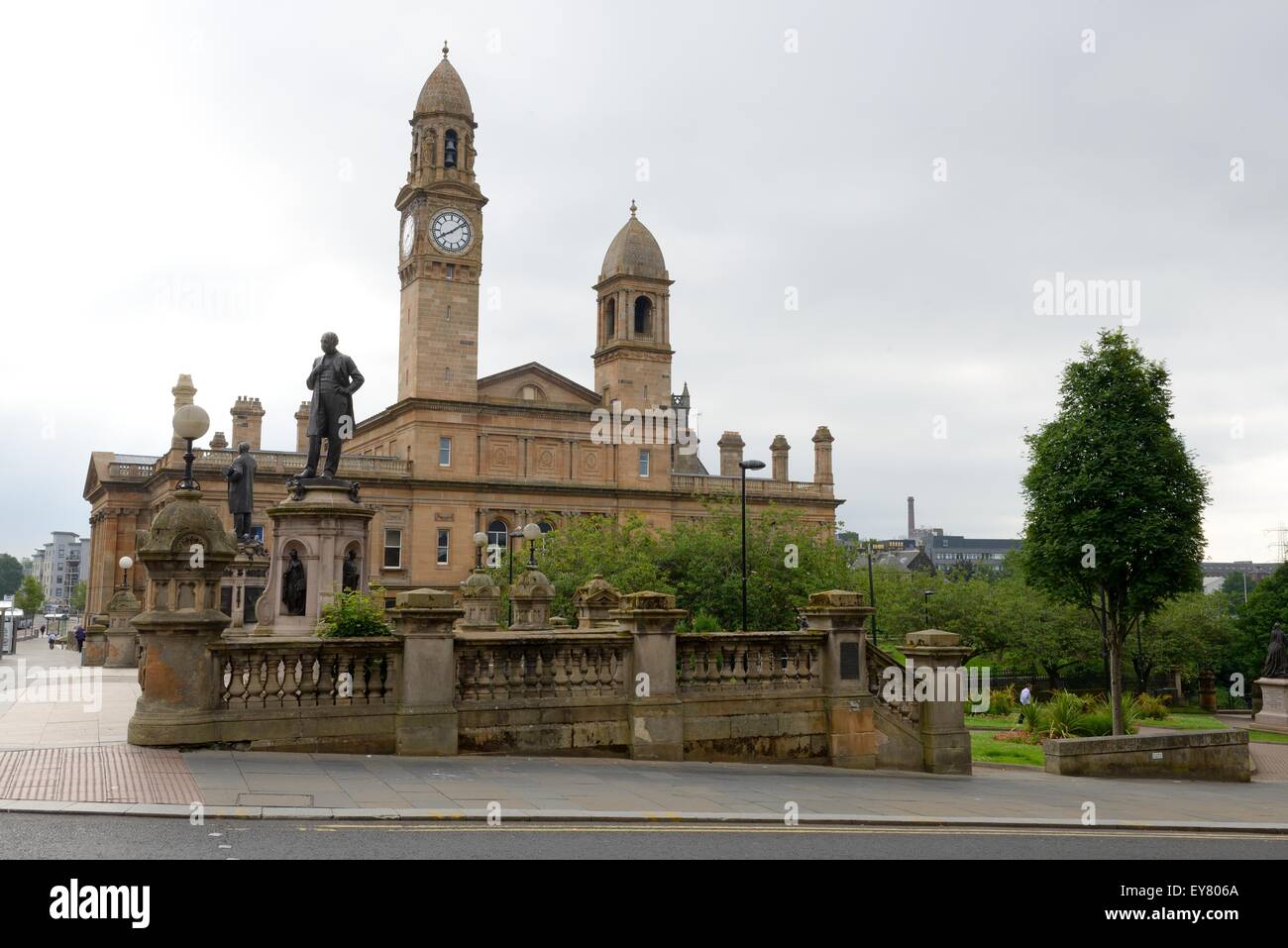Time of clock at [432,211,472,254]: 8:08
